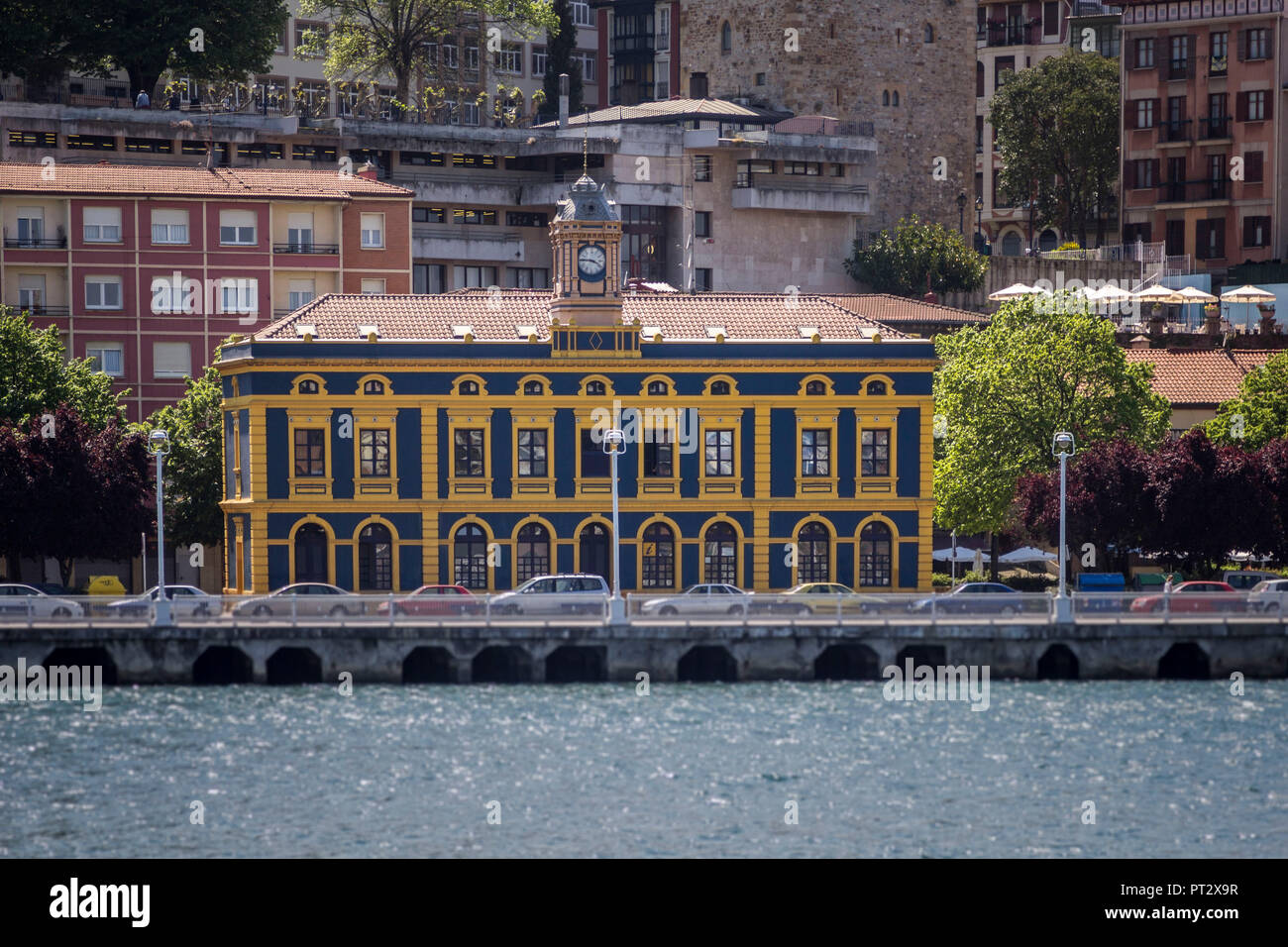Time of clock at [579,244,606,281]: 3:45
